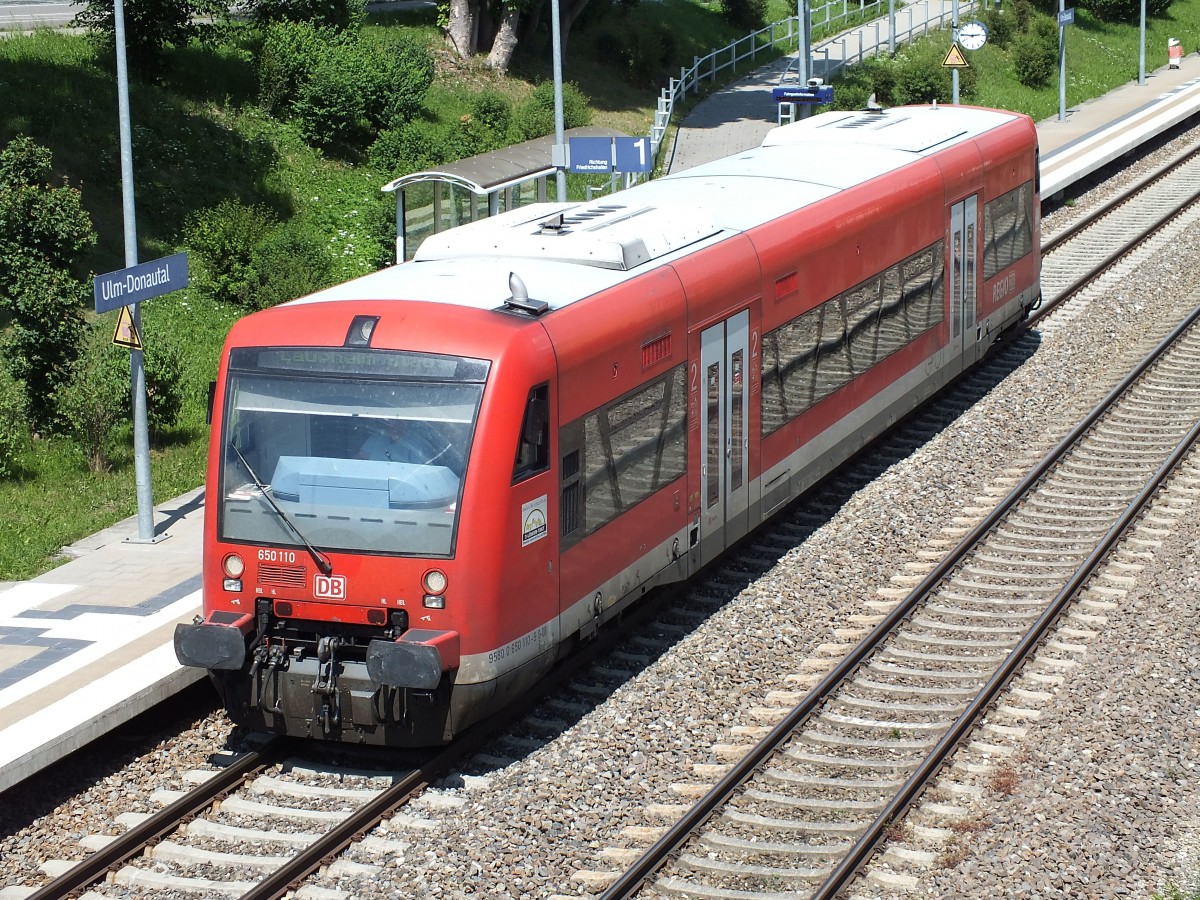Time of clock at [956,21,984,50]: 2:45
